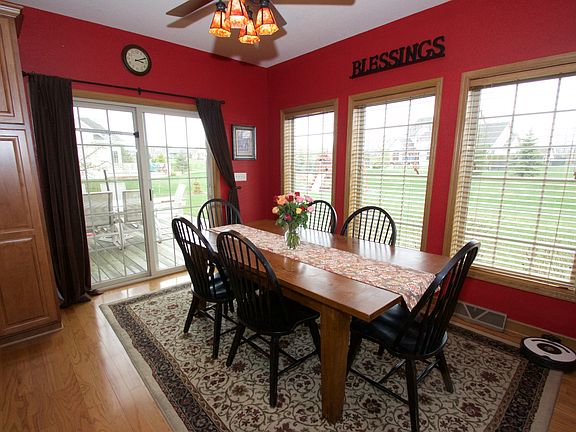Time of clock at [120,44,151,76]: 3:11
